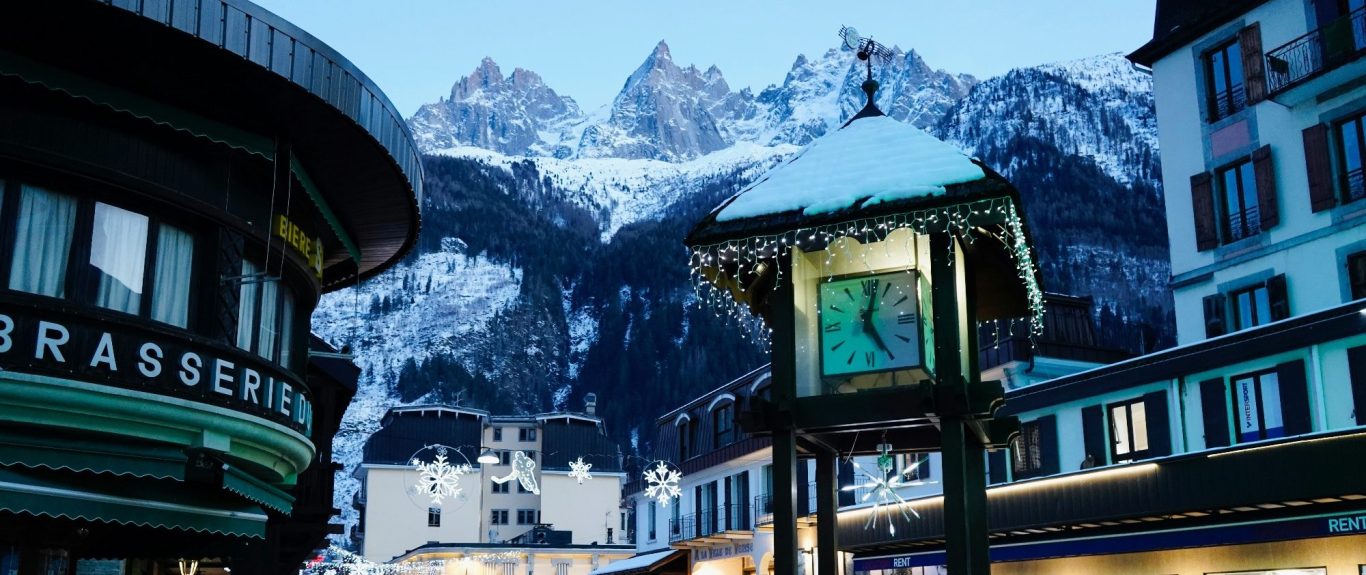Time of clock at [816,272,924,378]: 5:02
